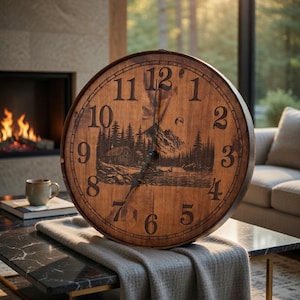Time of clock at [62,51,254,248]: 7:00
